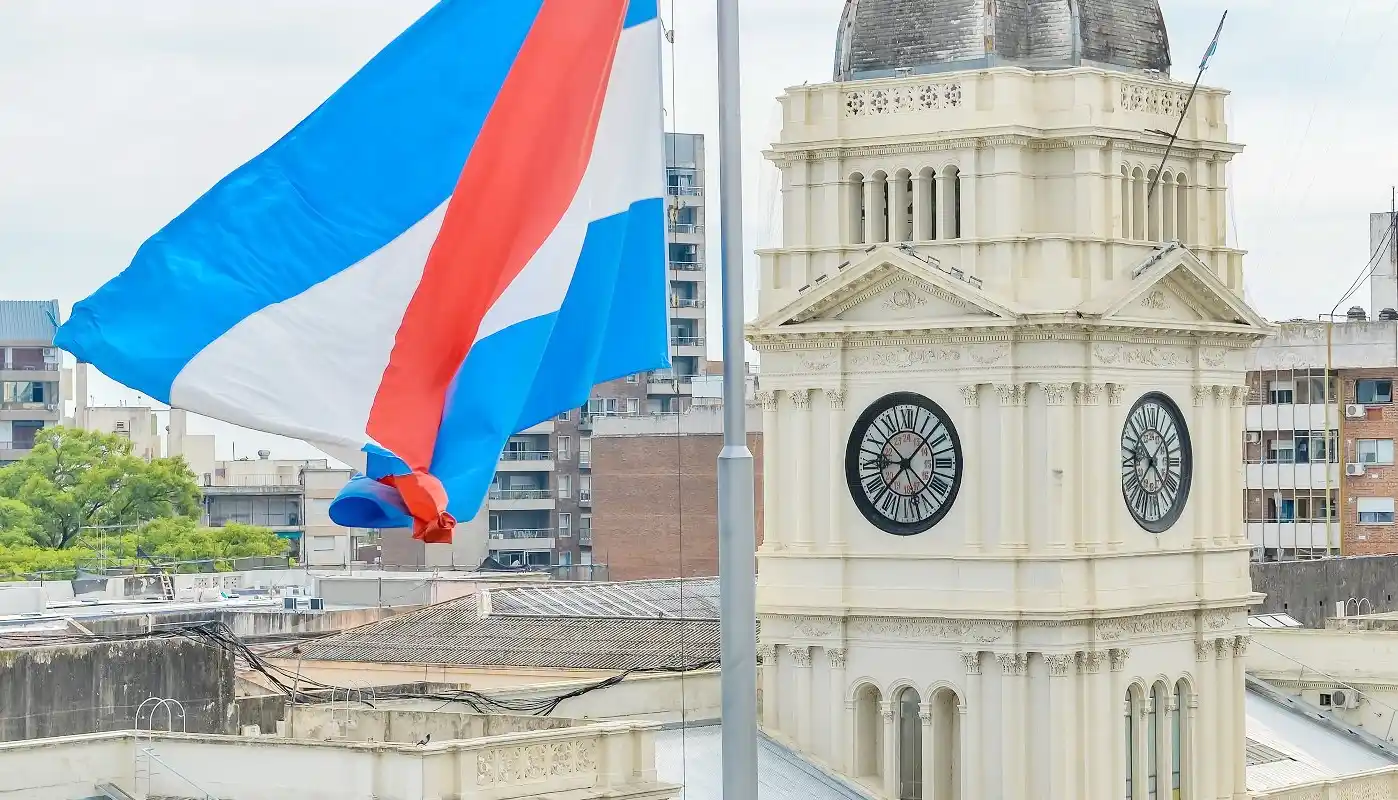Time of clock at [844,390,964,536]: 9:07
